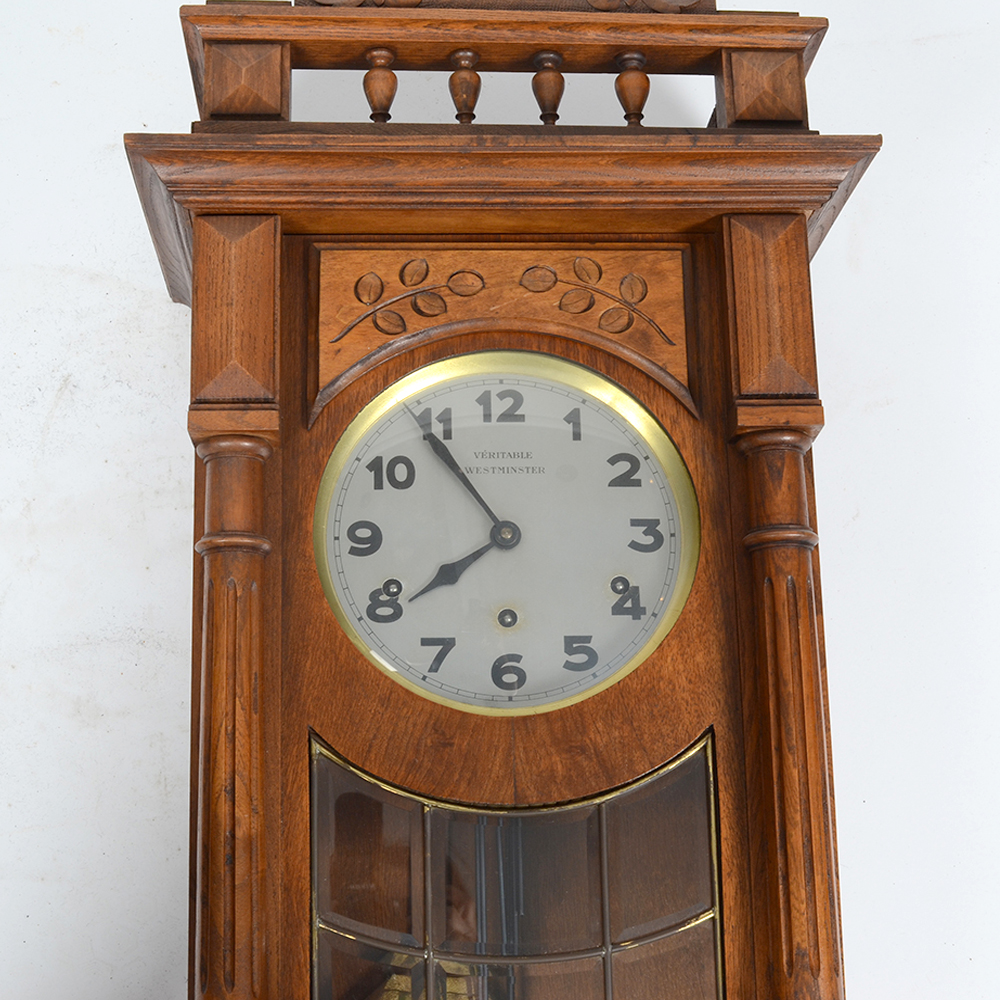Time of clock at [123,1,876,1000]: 7:53
